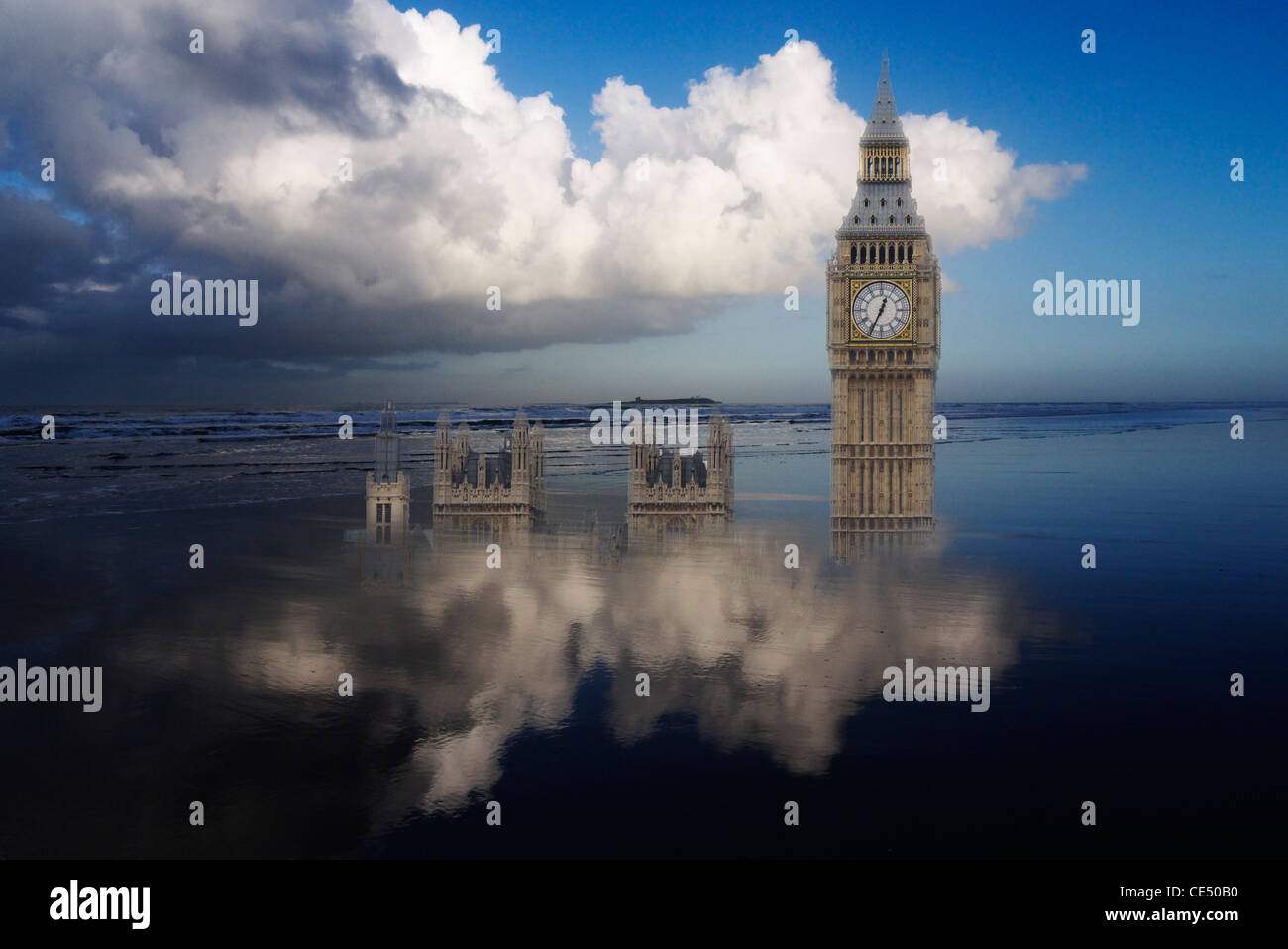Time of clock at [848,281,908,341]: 12:34
